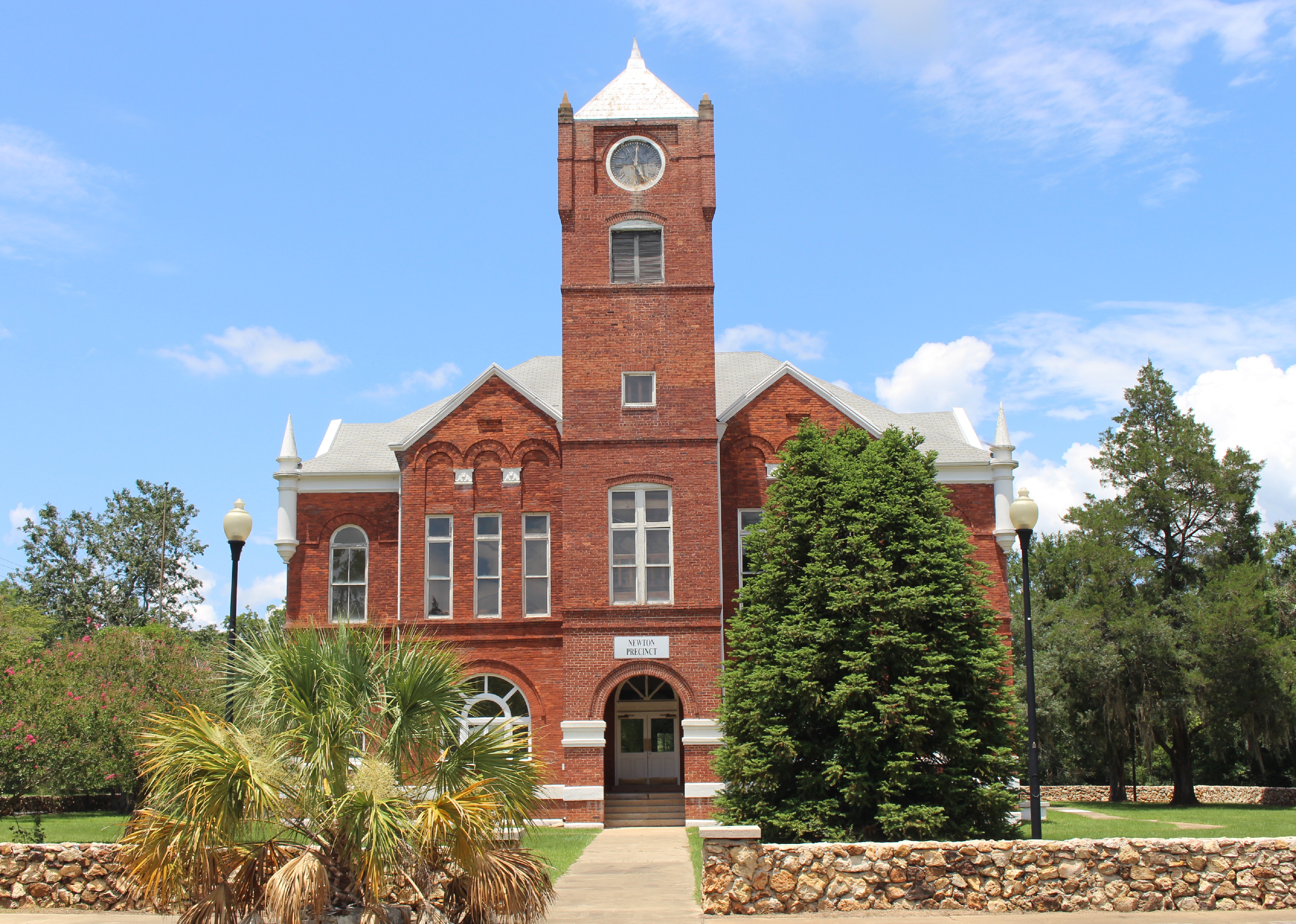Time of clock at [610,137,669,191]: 5:00
